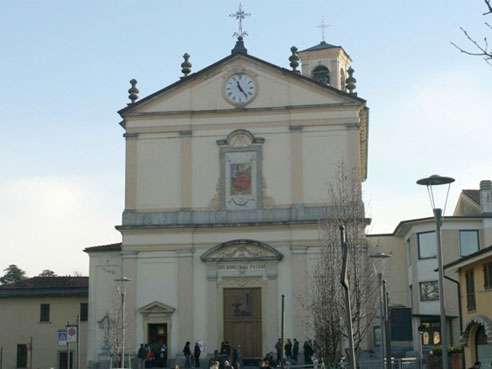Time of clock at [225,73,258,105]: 11:23
